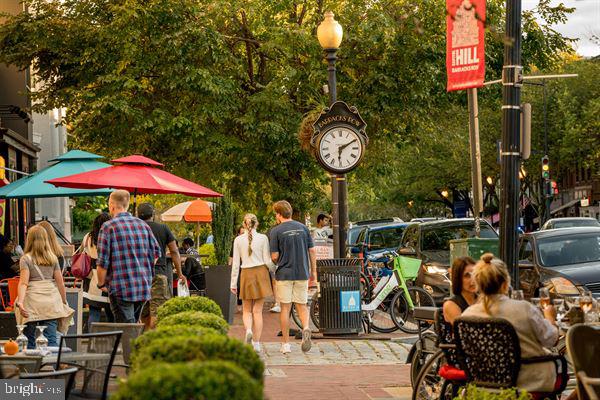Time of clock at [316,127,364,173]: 6:10
